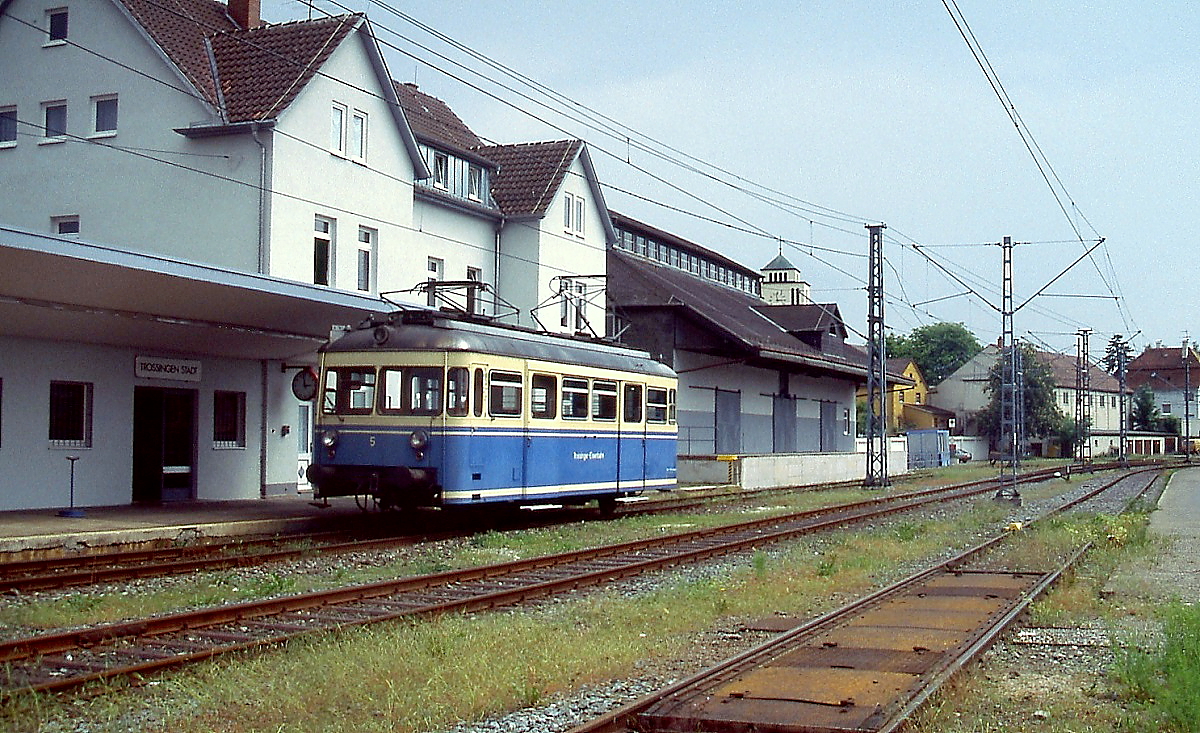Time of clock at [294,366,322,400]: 2:58
